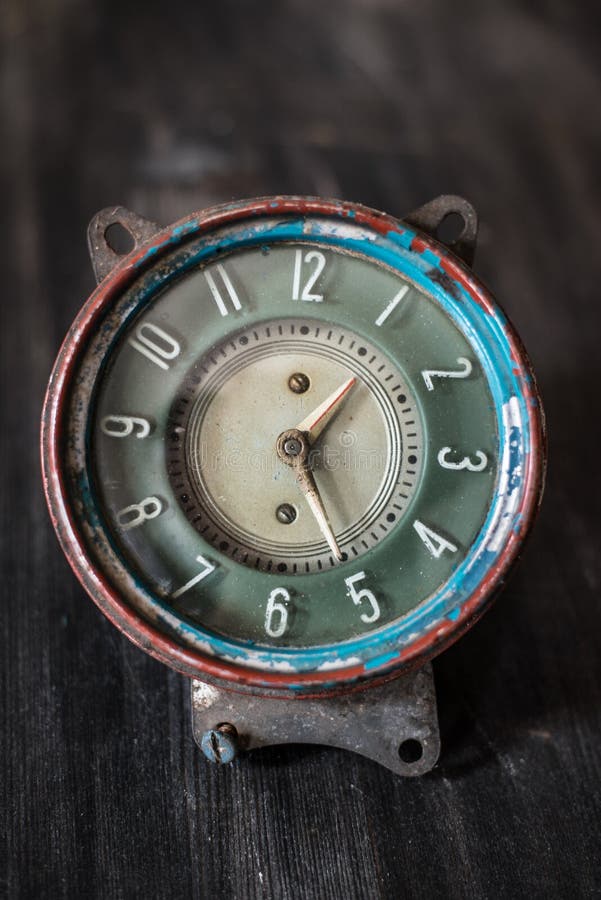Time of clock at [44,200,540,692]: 1:25
